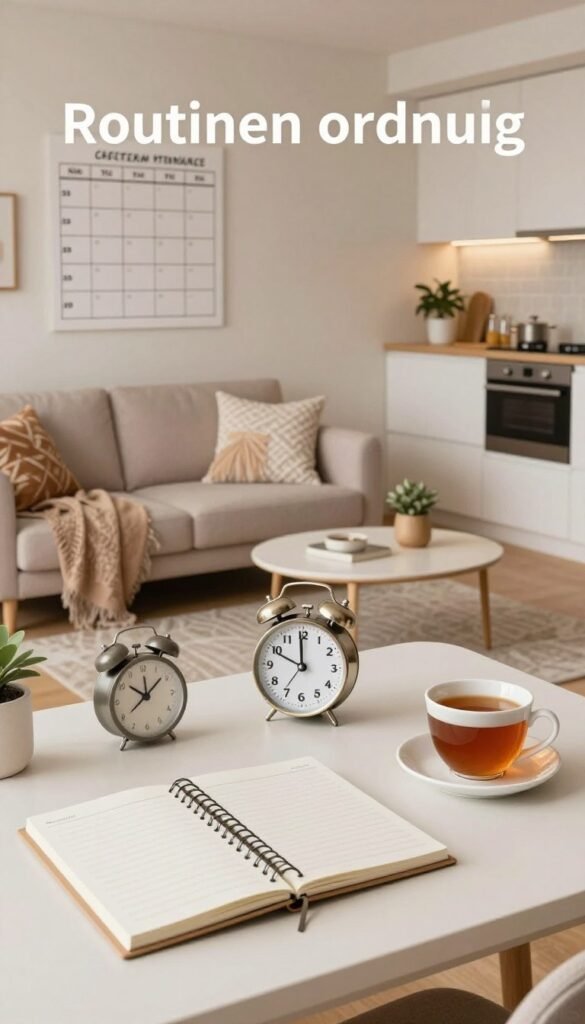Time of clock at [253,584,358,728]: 9:59
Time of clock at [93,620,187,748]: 10:08
